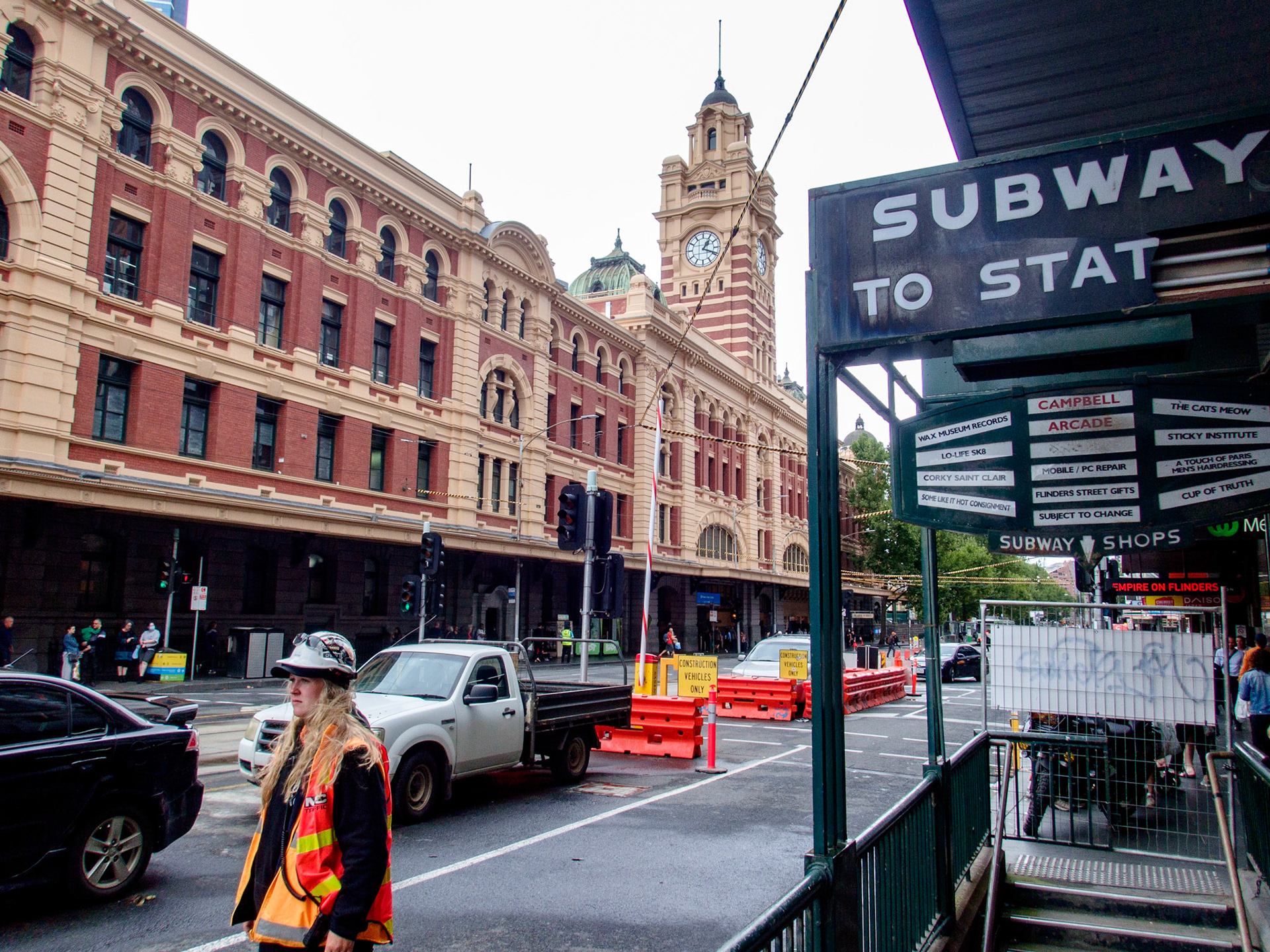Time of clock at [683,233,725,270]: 1:18
